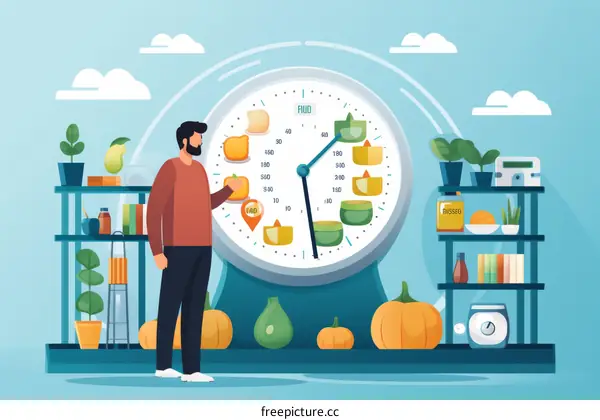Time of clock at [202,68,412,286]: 1:28
